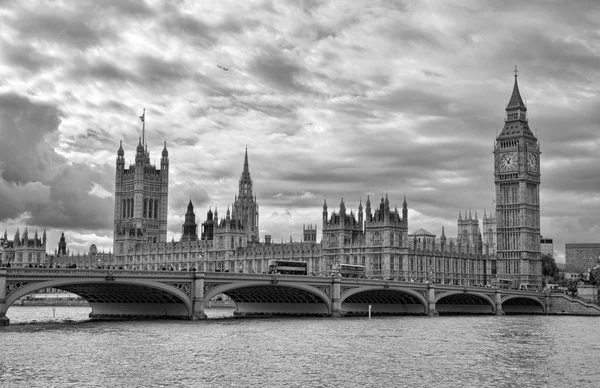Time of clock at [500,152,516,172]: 12:53
